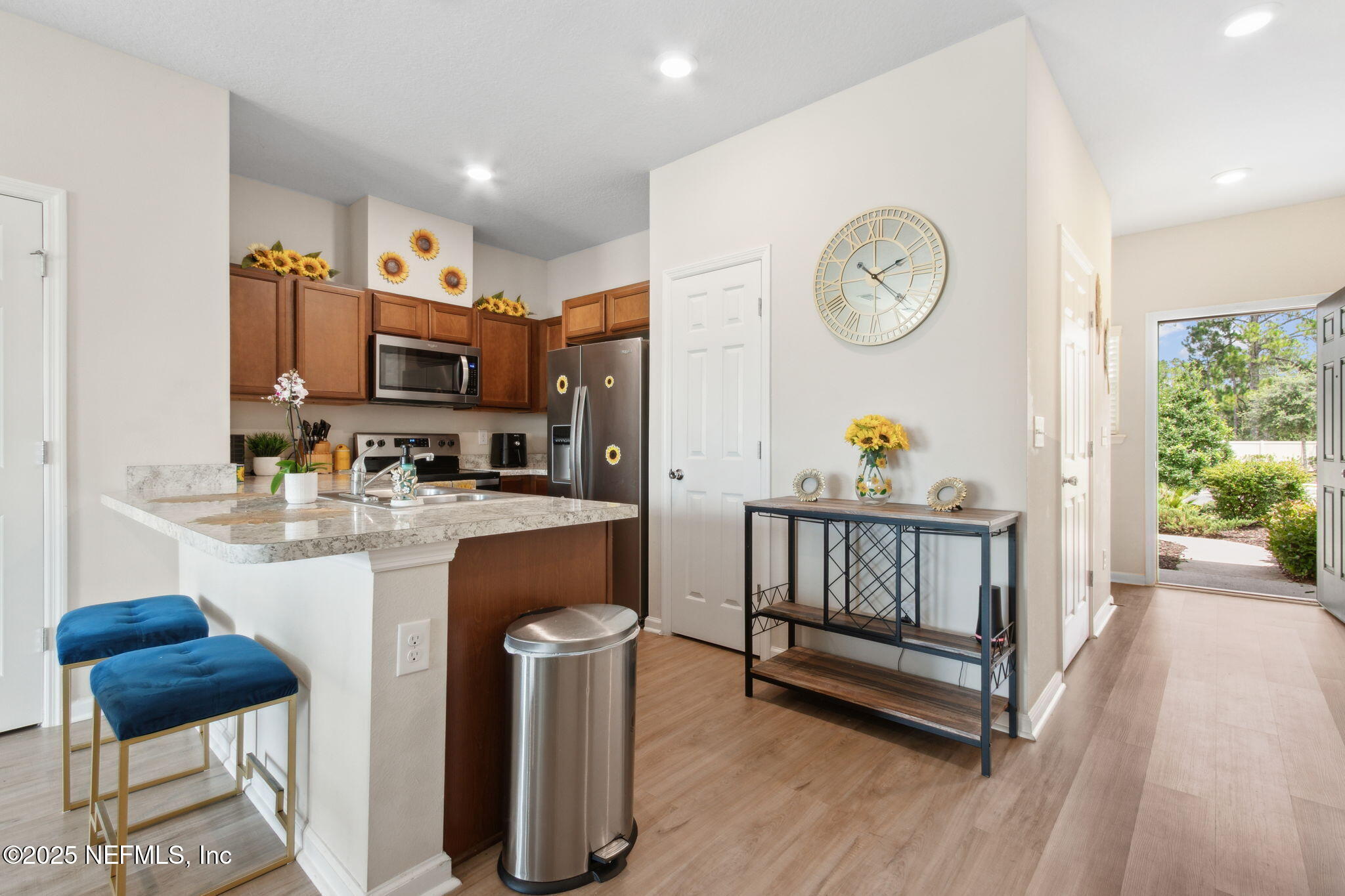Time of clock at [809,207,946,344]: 2:21
